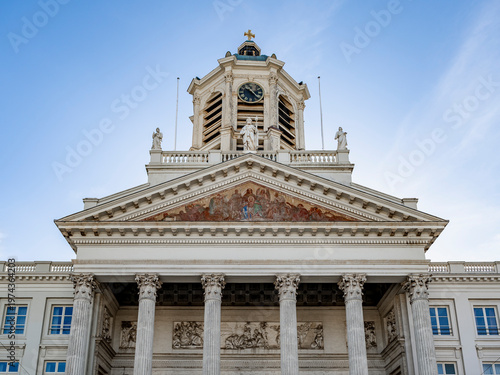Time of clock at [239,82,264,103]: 10:22
